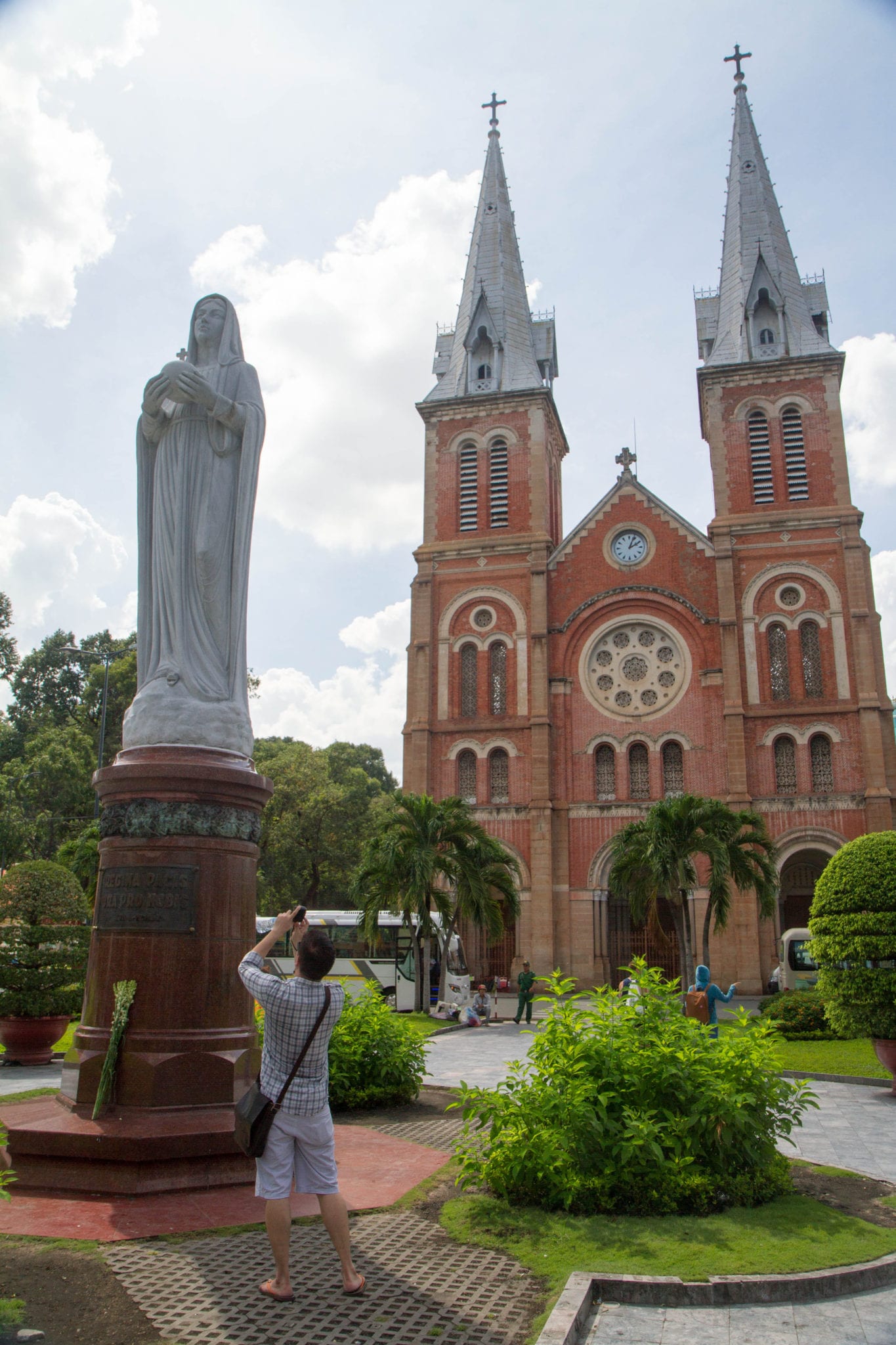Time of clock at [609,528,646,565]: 2:03
